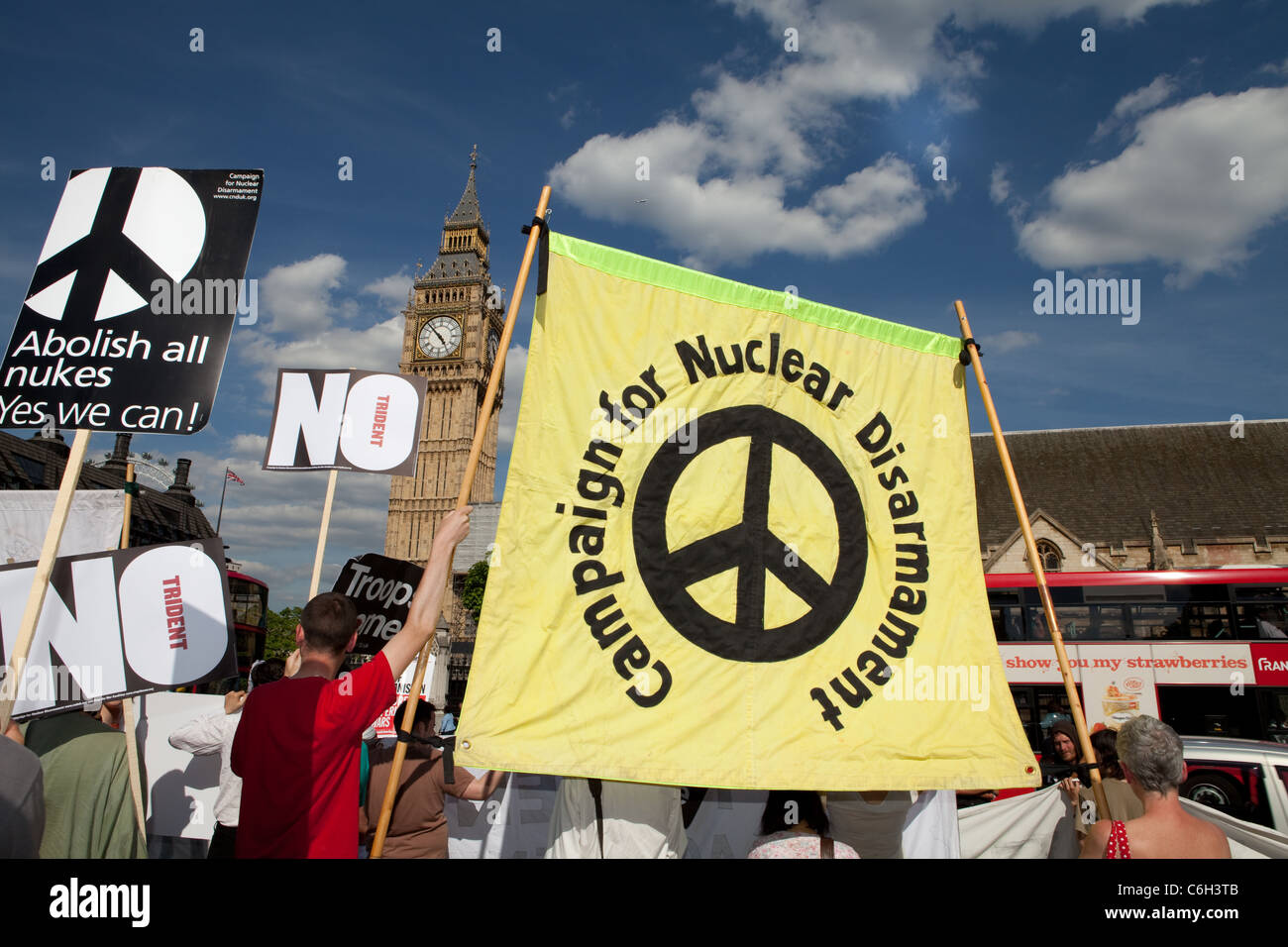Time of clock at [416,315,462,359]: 4:52
